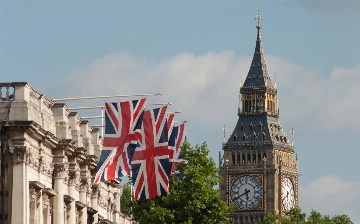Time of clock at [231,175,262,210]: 5:40
